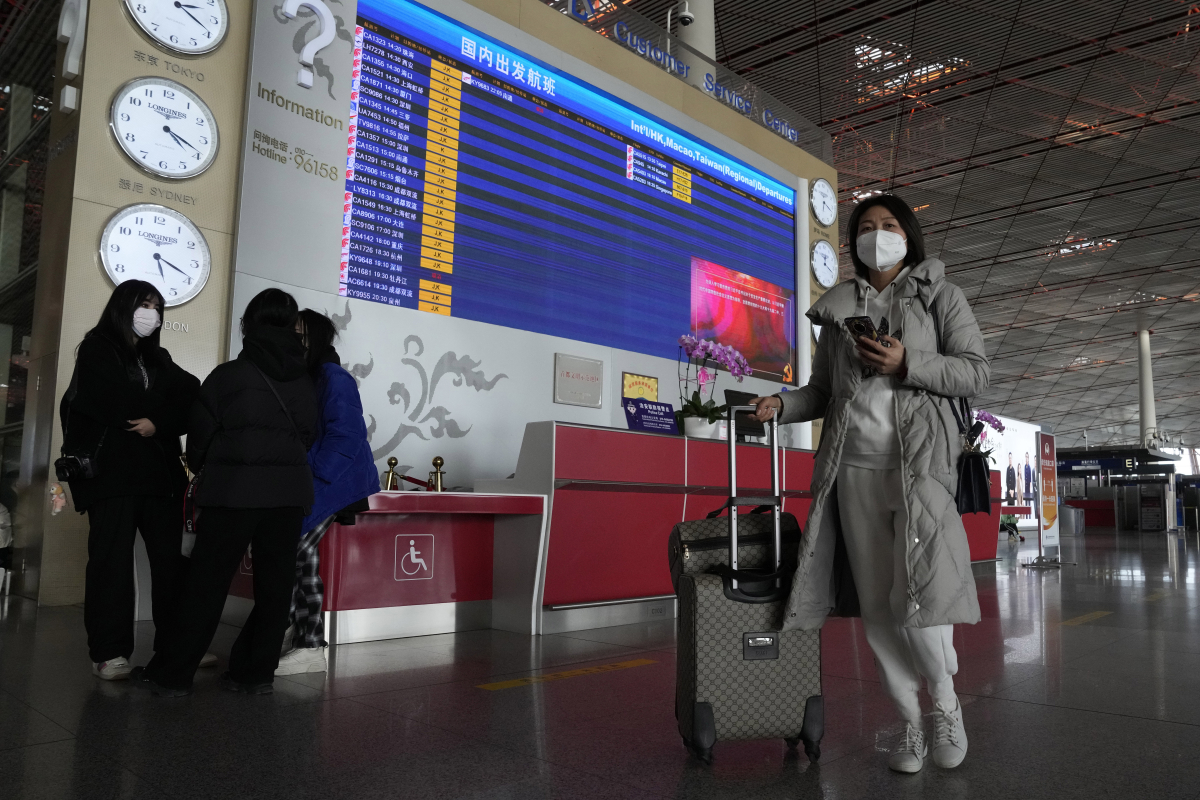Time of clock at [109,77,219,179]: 4:18
